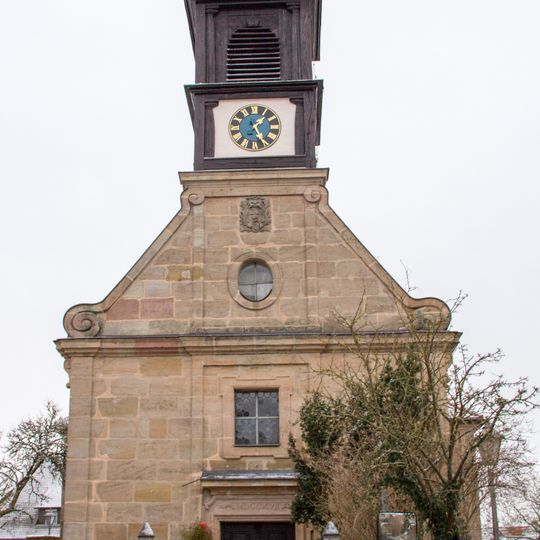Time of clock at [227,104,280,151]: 1:25
